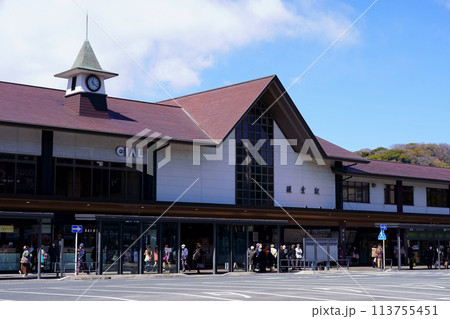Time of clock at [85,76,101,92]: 11:20
